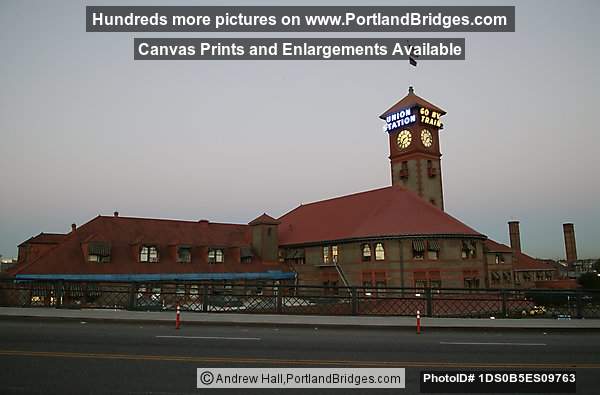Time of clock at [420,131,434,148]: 7:11
